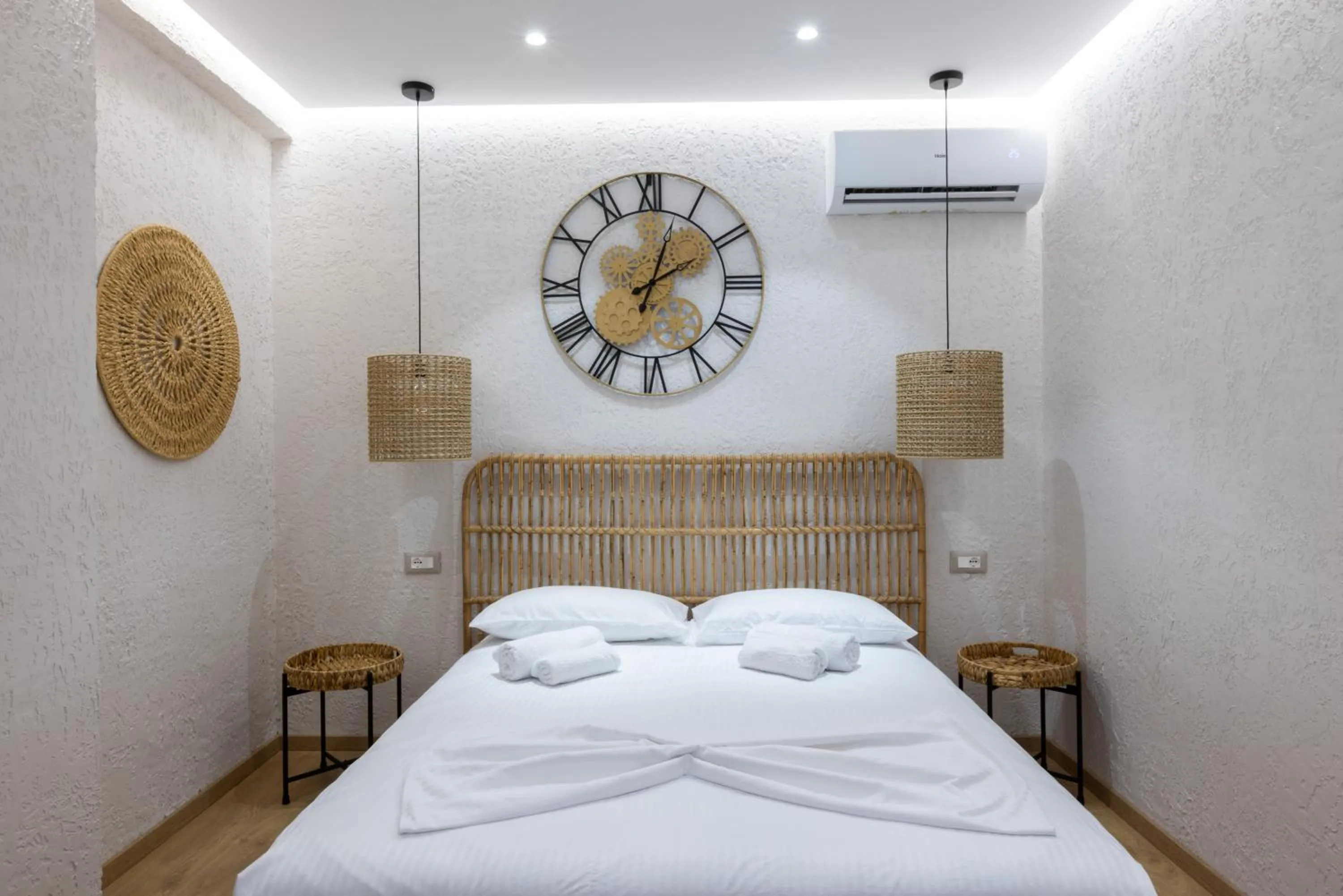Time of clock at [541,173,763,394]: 2:03
